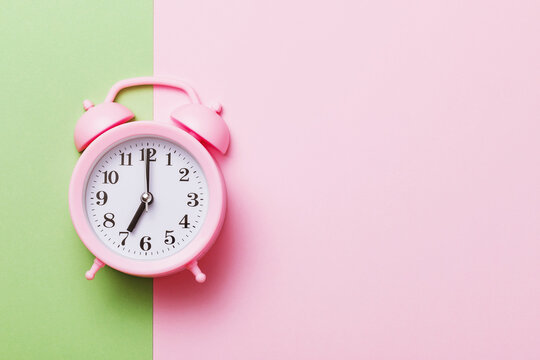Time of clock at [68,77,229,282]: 7:00
